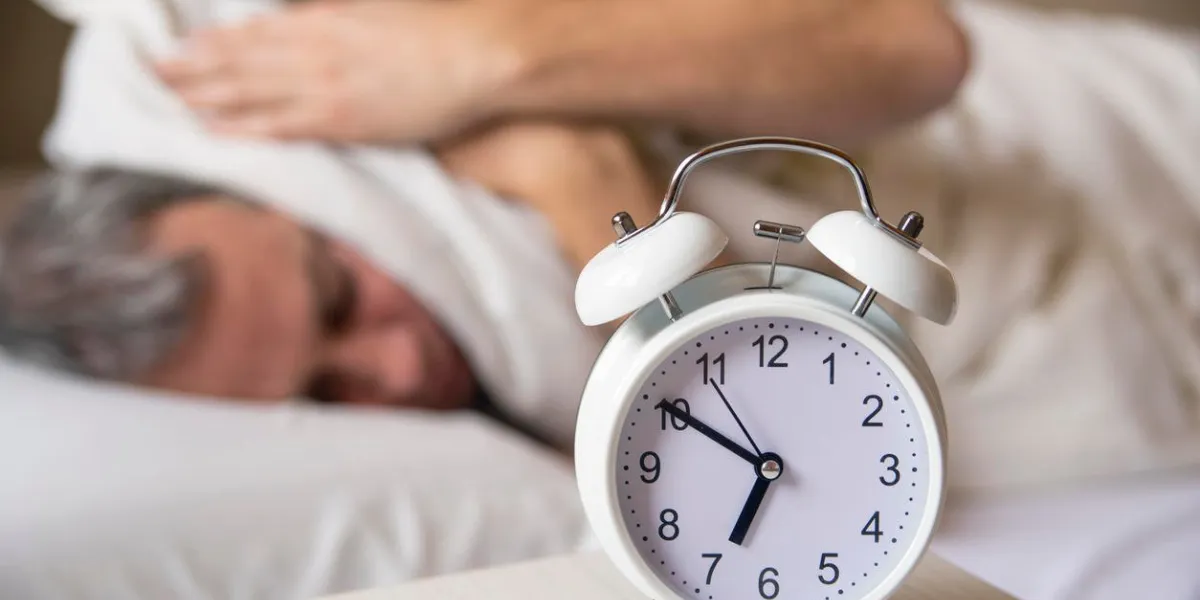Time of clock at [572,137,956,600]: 6:50
